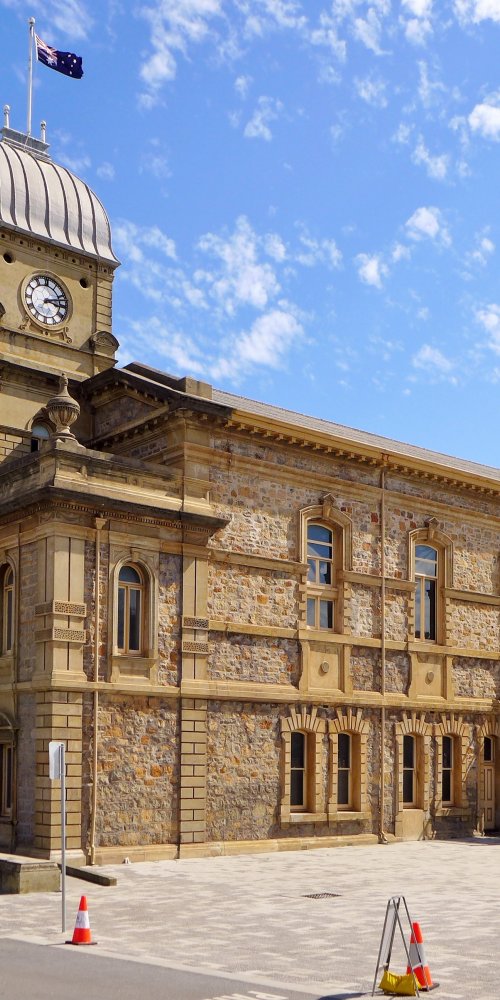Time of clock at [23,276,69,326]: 3:11
